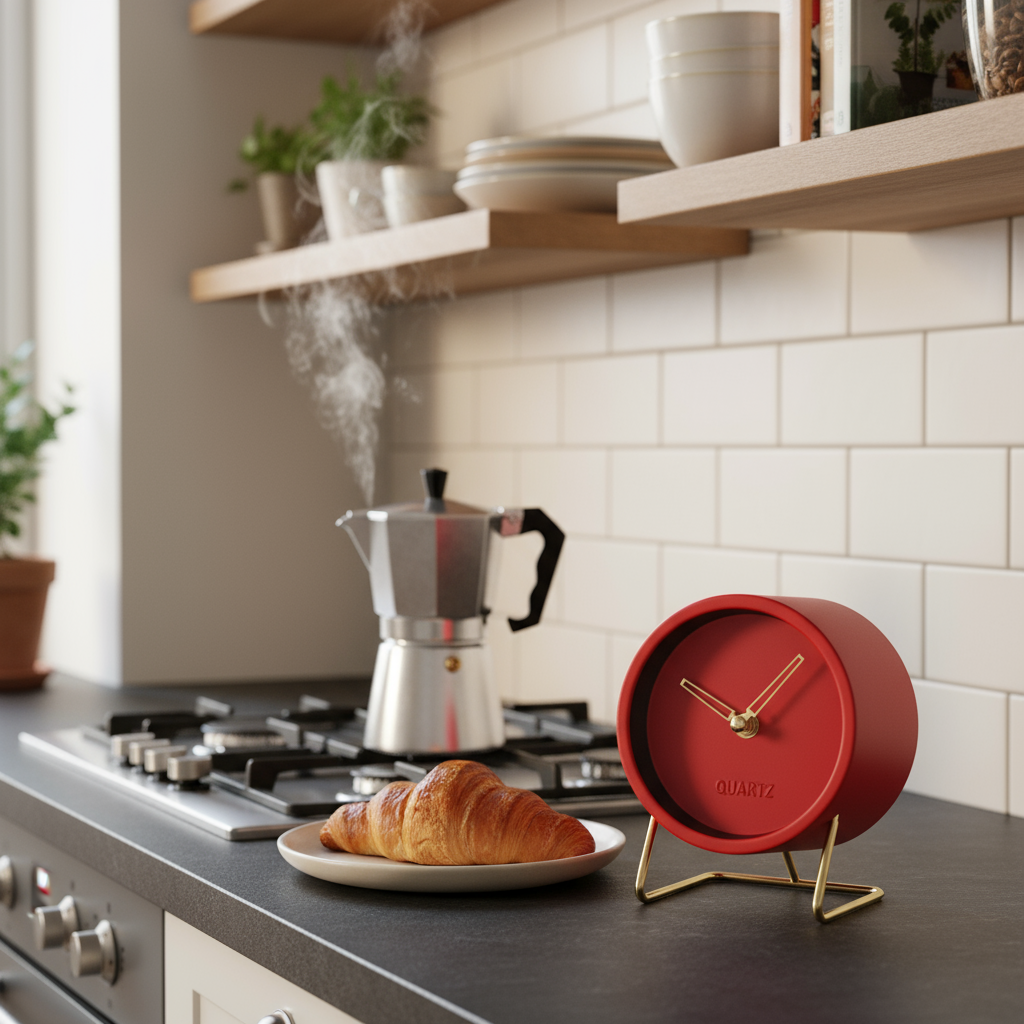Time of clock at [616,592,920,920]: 10:07
